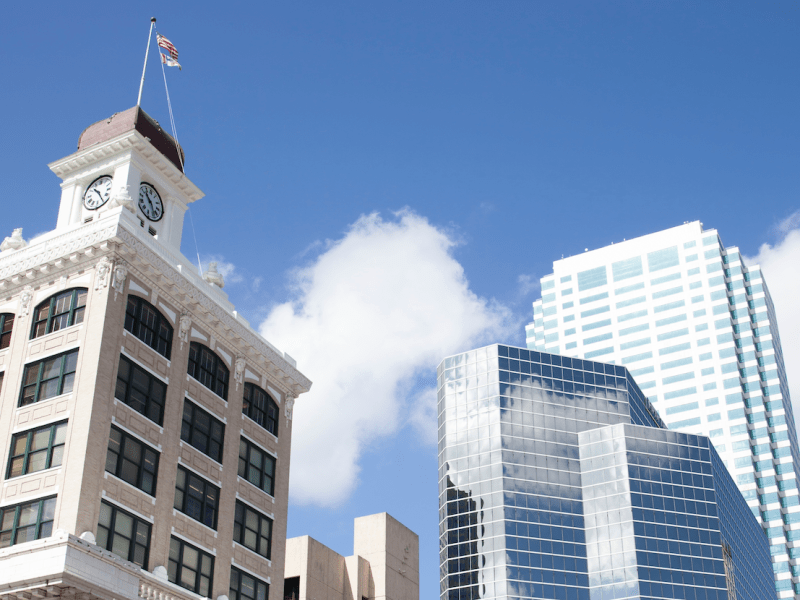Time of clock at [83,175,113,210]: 10:24
